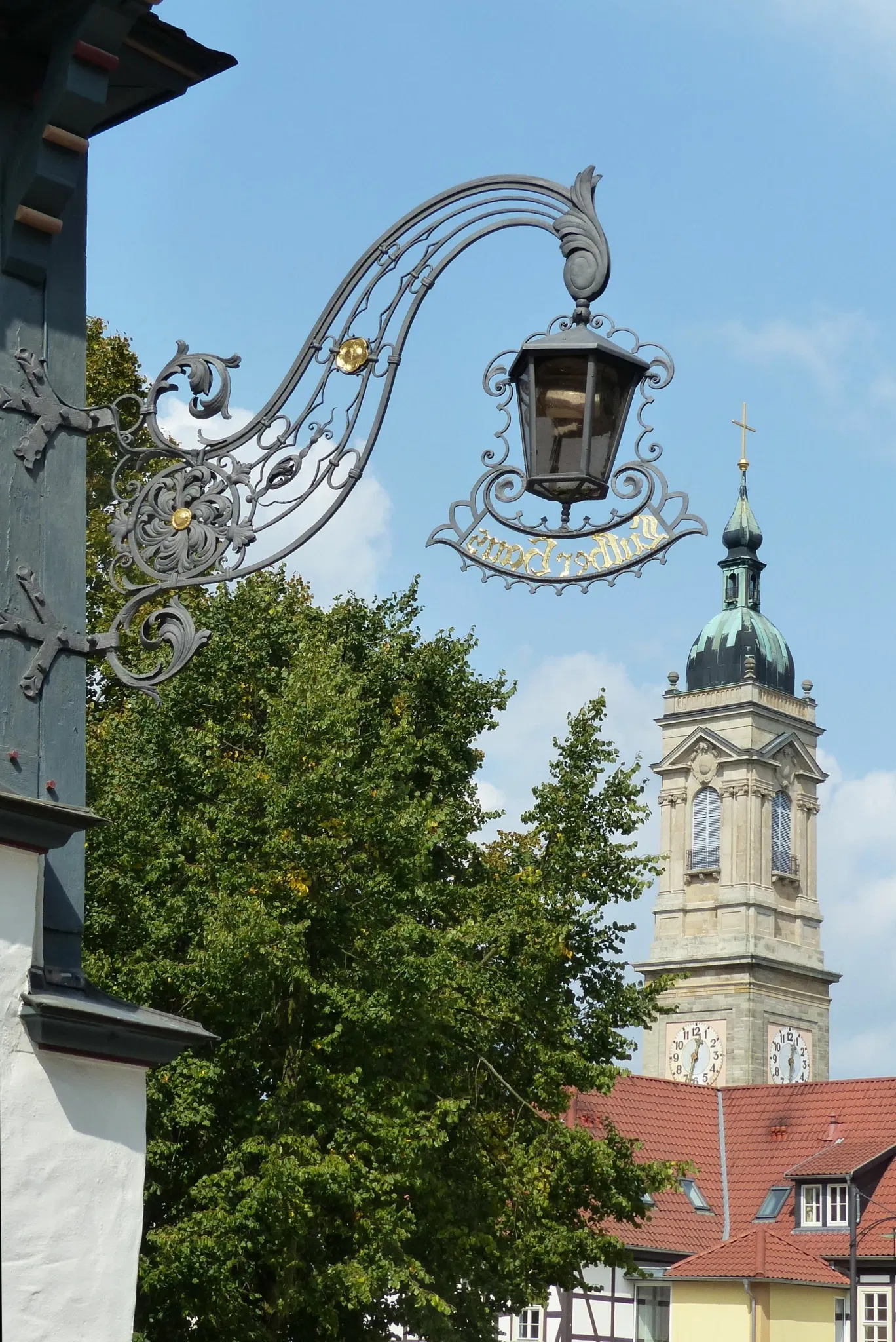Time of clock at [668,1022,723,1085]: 12:32
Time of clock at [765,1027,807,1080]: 12:30
